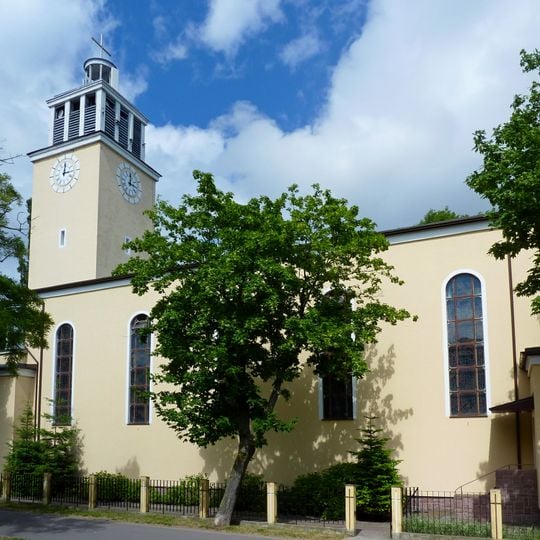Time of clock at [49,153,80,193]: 12:14
